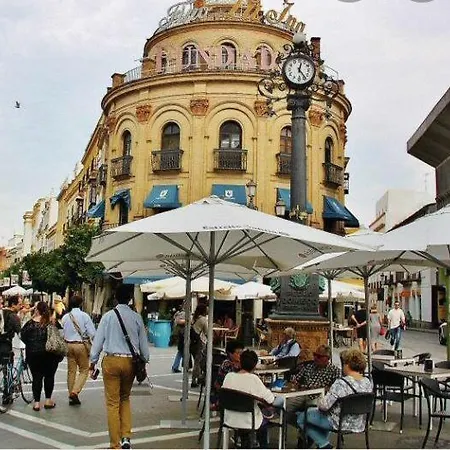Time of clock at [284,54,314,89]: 12:23
